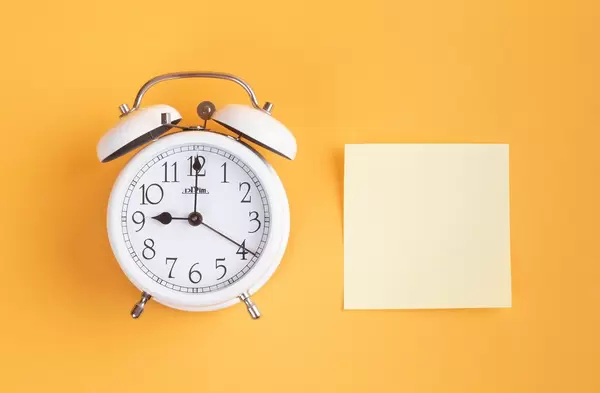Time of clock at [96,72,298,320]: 9:00
